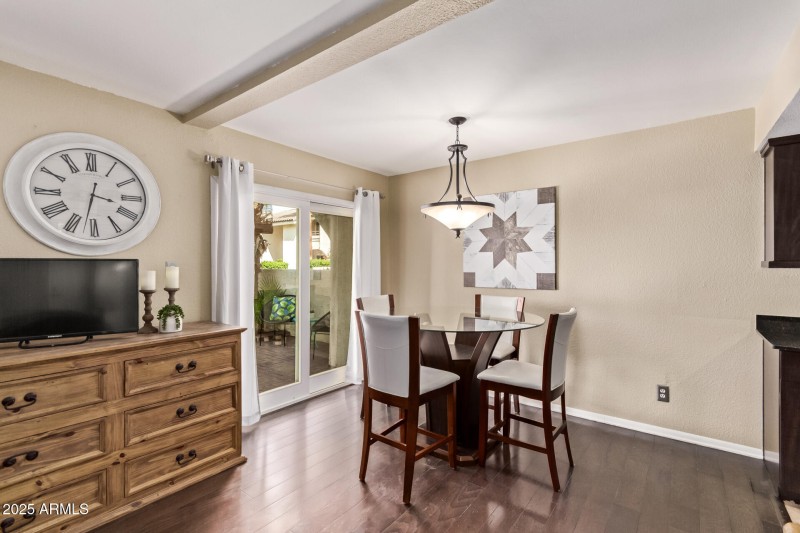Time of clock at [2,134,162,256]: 3:32
